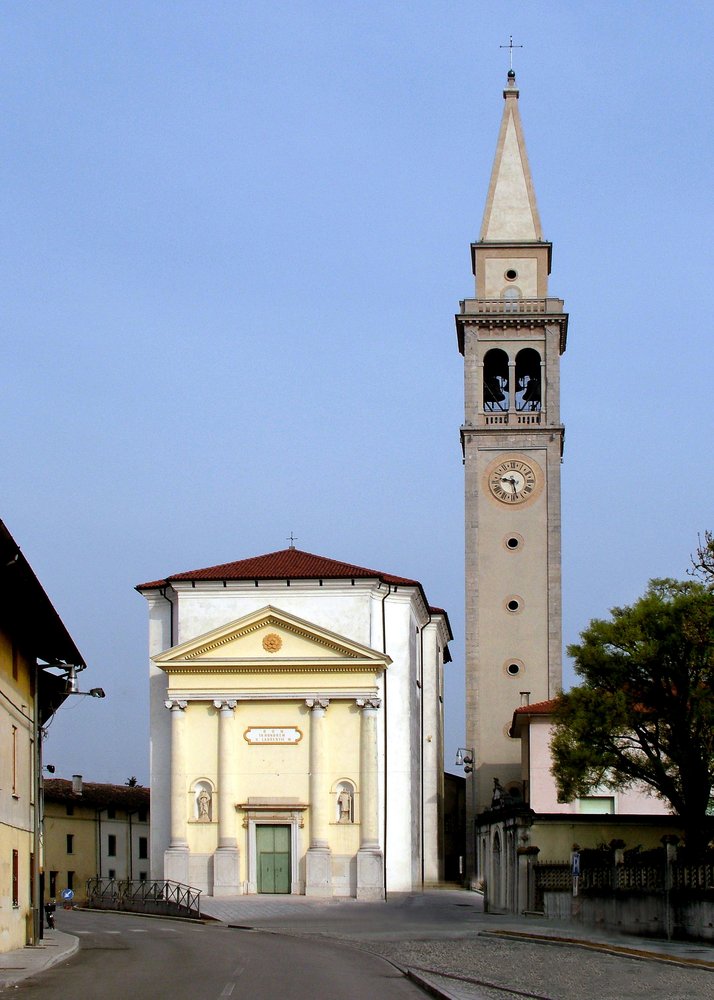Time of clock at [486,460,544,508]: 9:28
